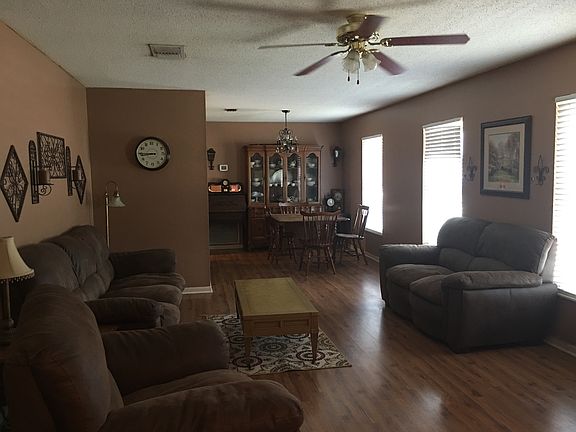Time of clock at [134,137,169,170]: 8:45
